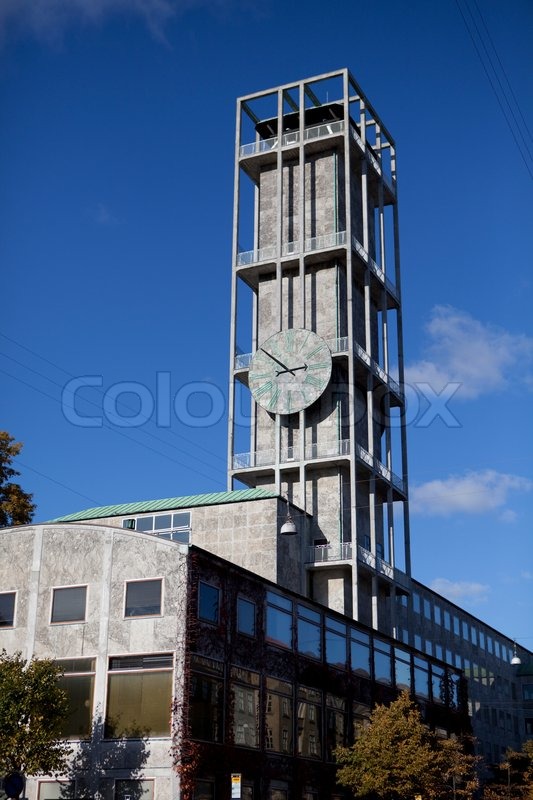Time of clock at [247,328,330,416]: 2:49
